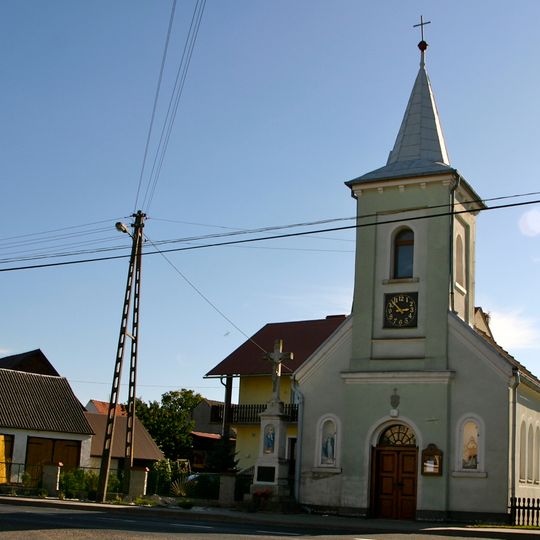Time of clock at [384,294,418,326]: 2:52
